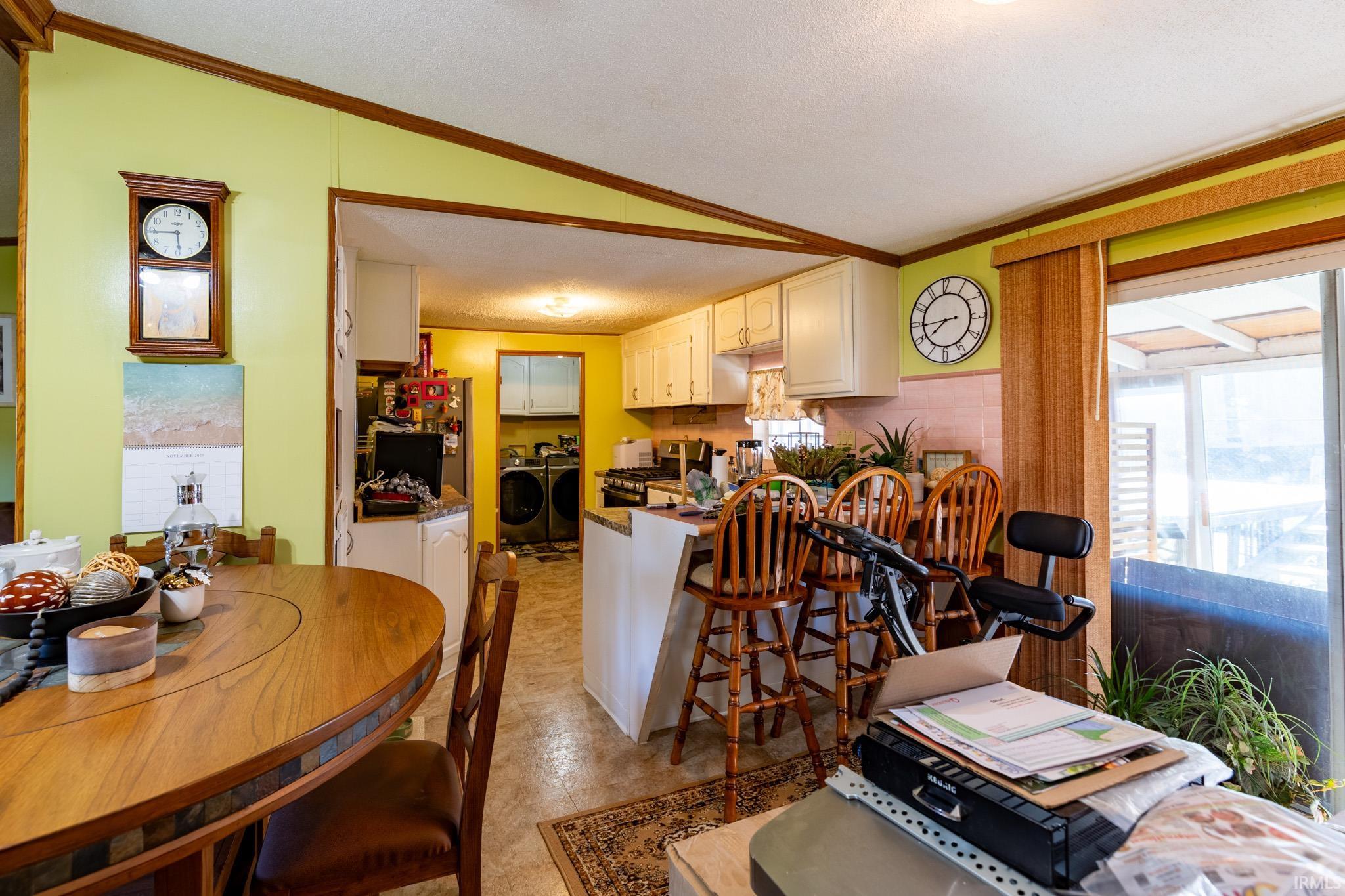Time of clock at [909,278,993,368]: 7:44
